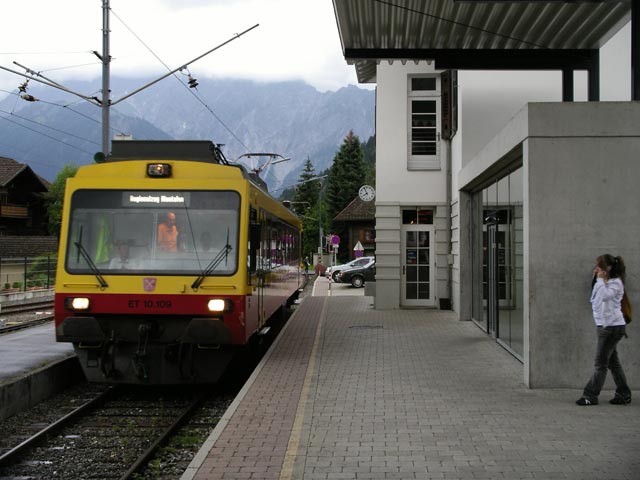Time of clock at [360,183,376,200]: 7:55
